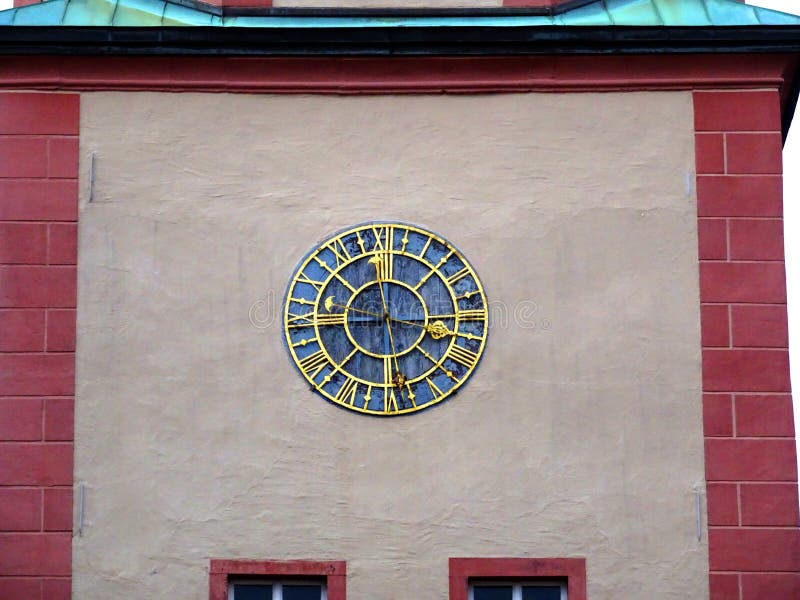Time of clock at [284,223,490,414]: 2:58
